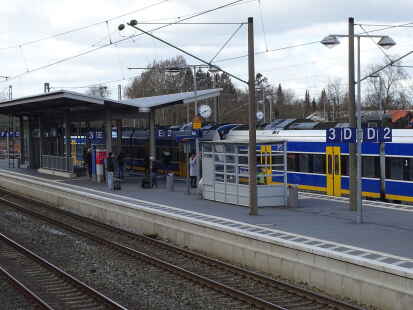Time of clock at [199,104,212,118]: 8:12
